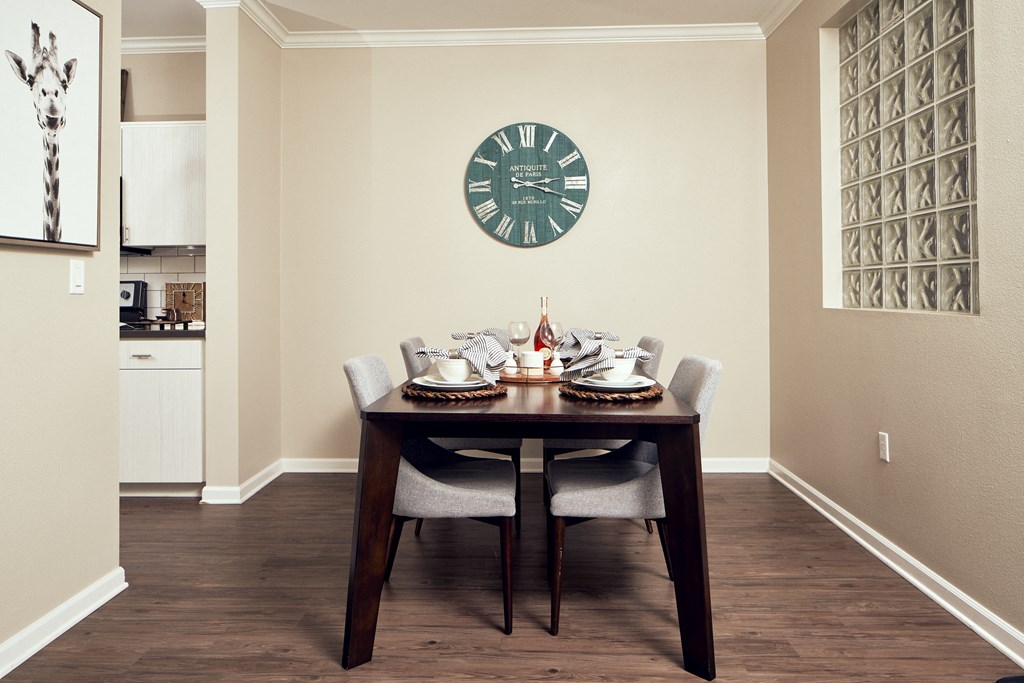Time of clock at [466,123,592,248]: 3:18
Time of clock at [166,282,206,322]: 12:18
